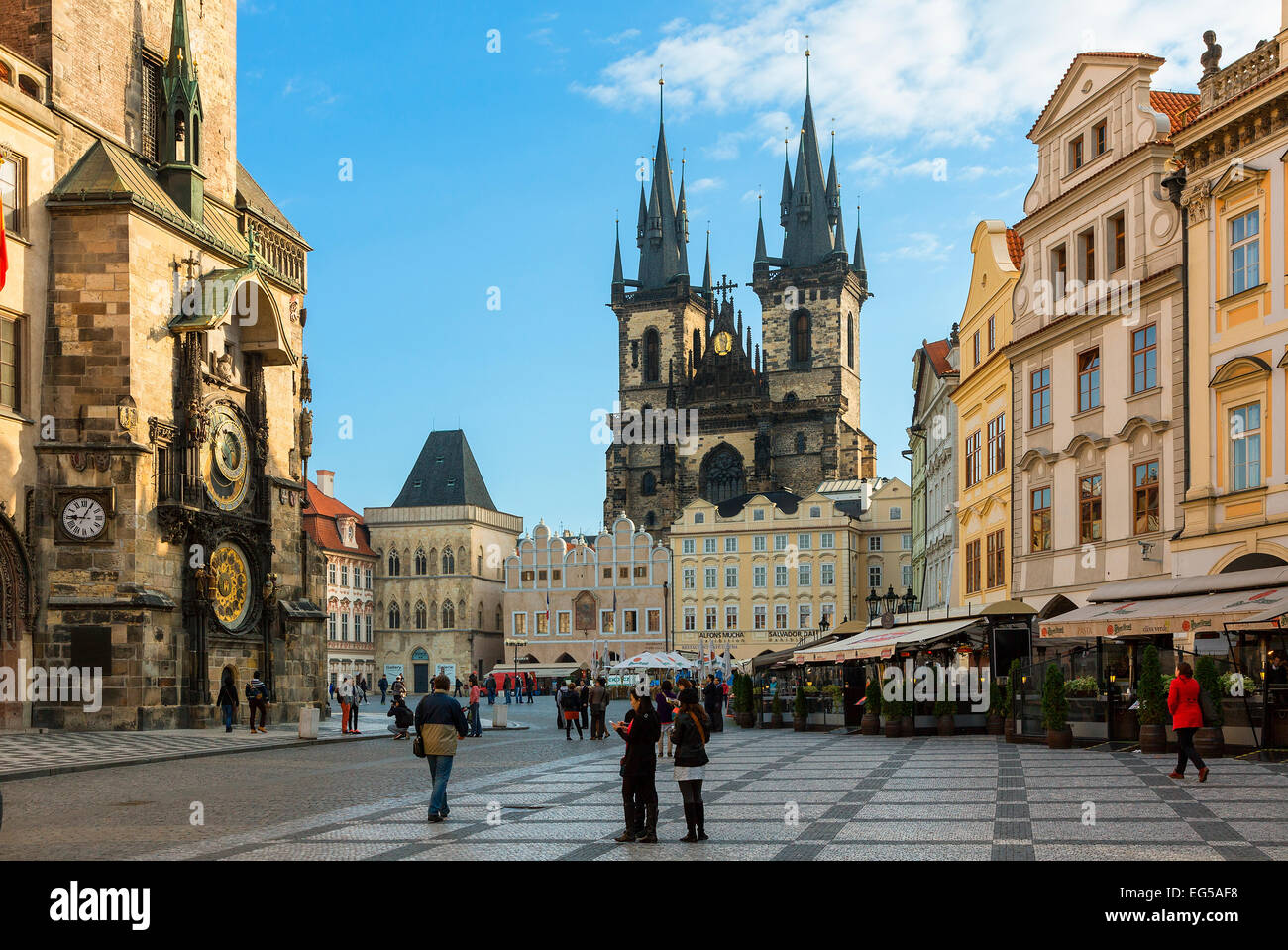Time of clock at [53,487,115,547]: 9:05
